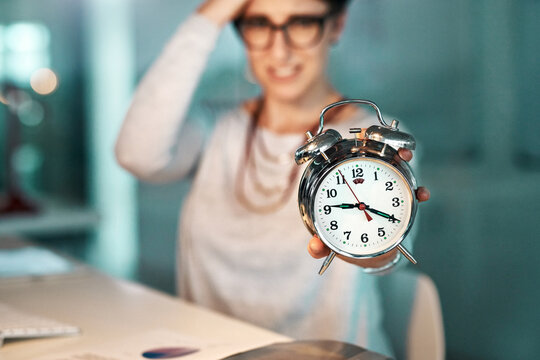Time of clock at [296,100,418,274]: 9:19
